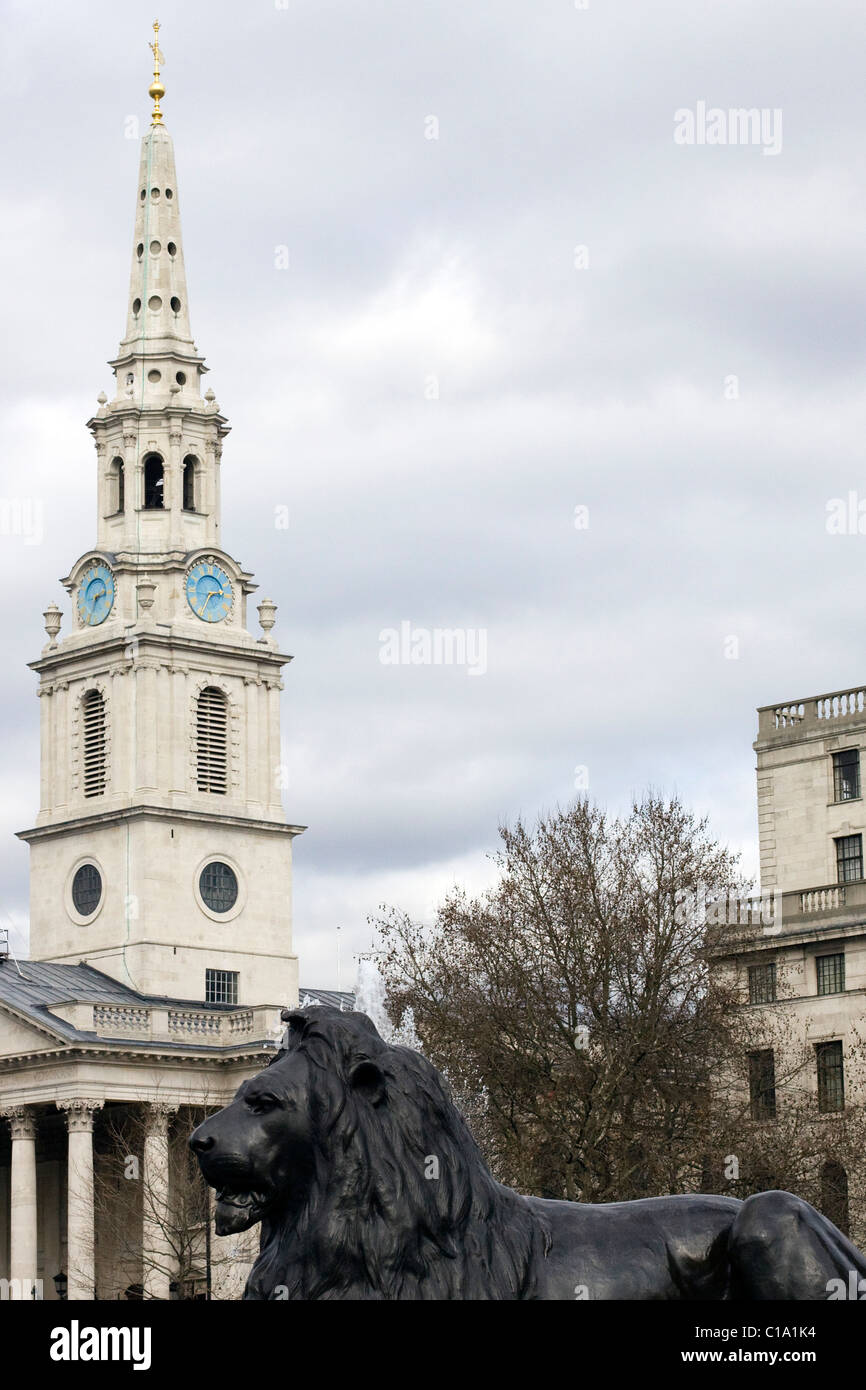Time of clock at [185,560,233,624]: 2:34
